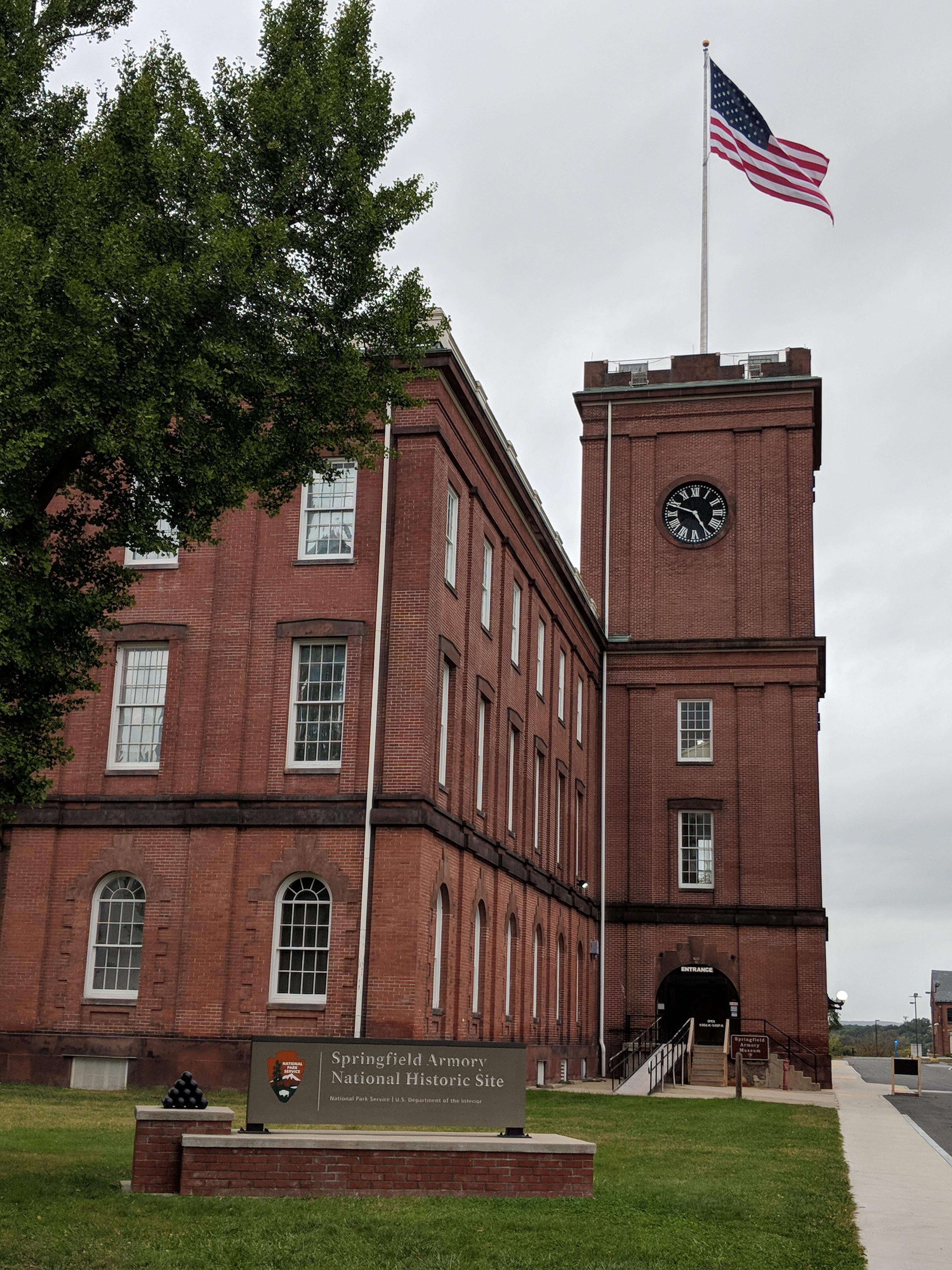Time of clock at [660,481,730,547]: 4:48
